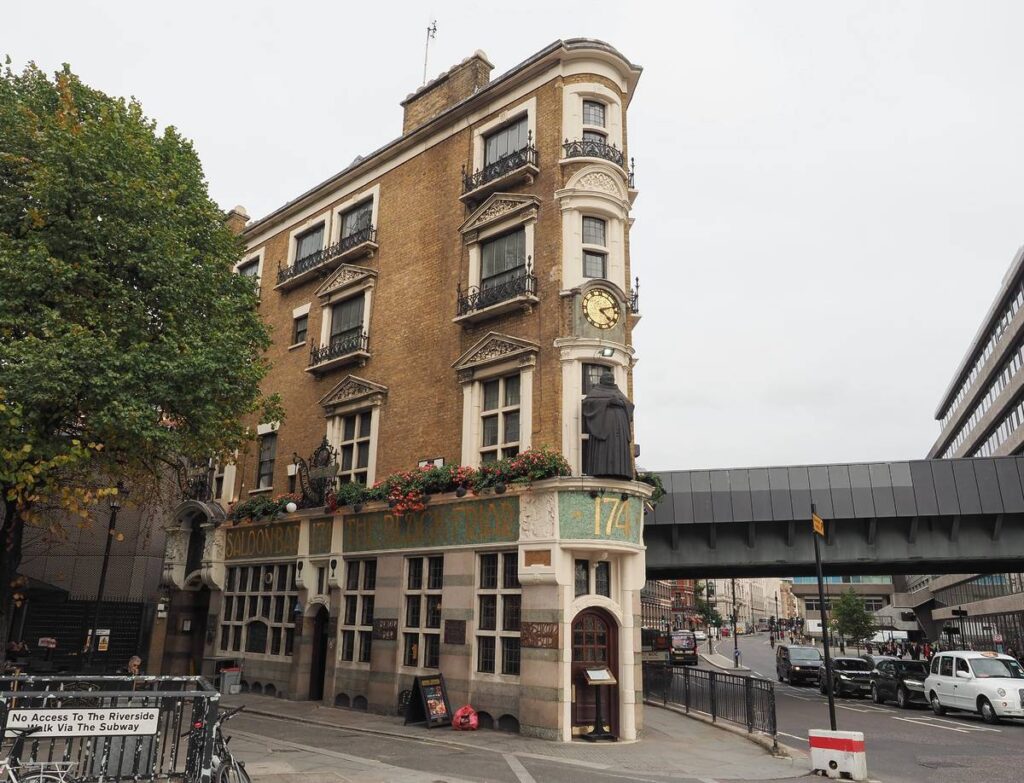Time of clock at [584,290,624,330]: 4:11
